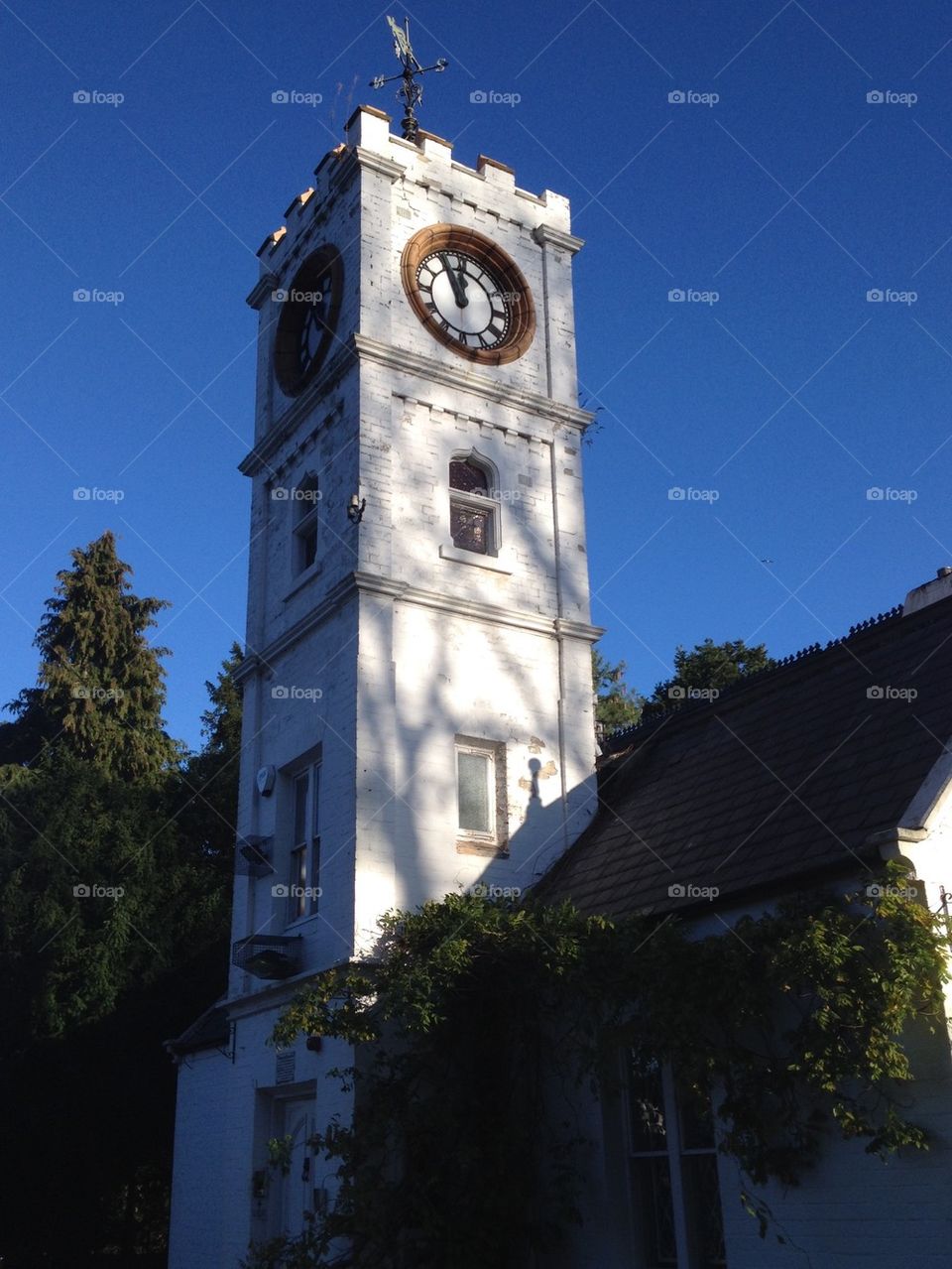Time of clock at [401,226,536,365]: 11:55
